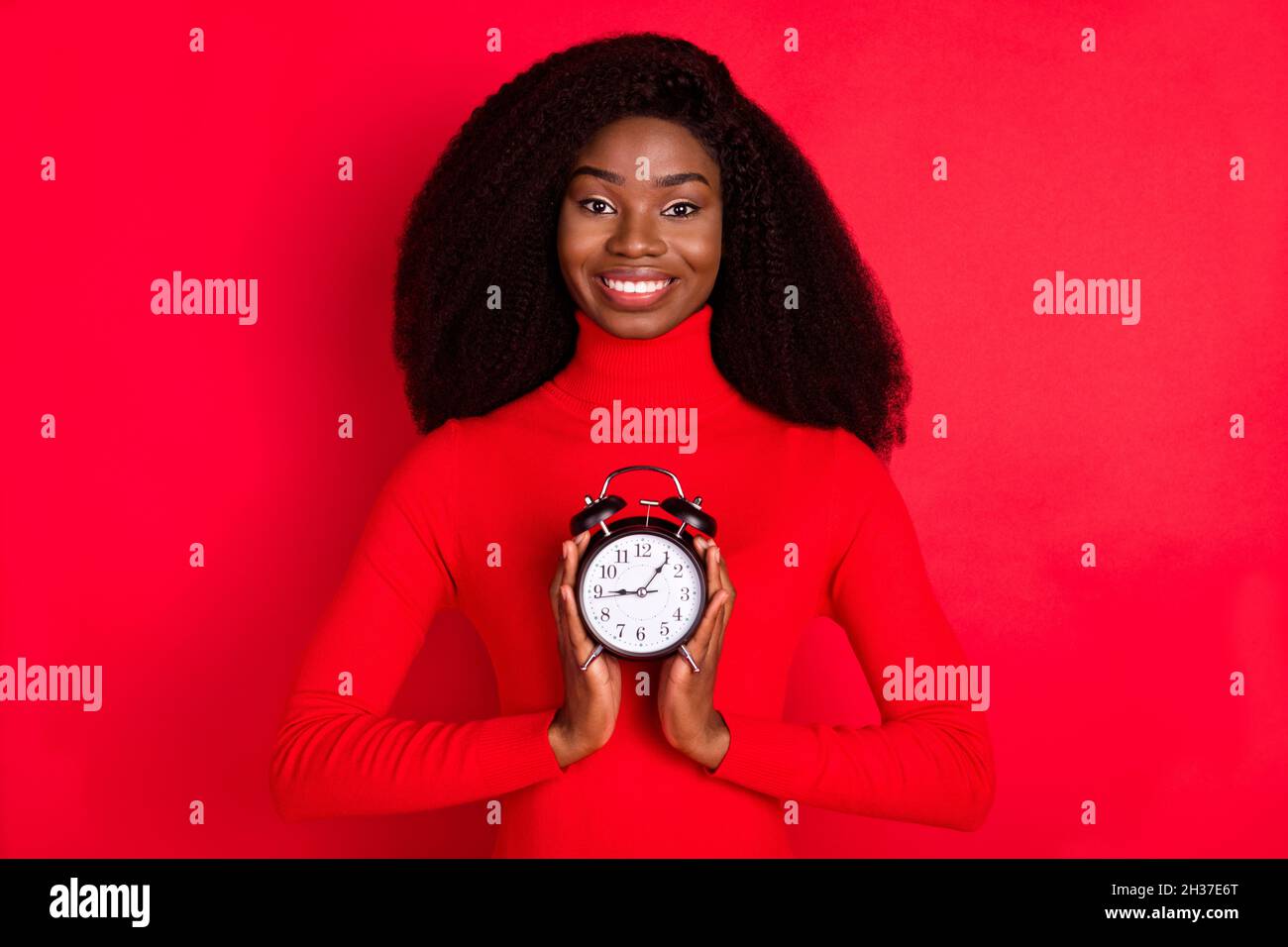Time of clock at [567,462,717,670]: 9:06
